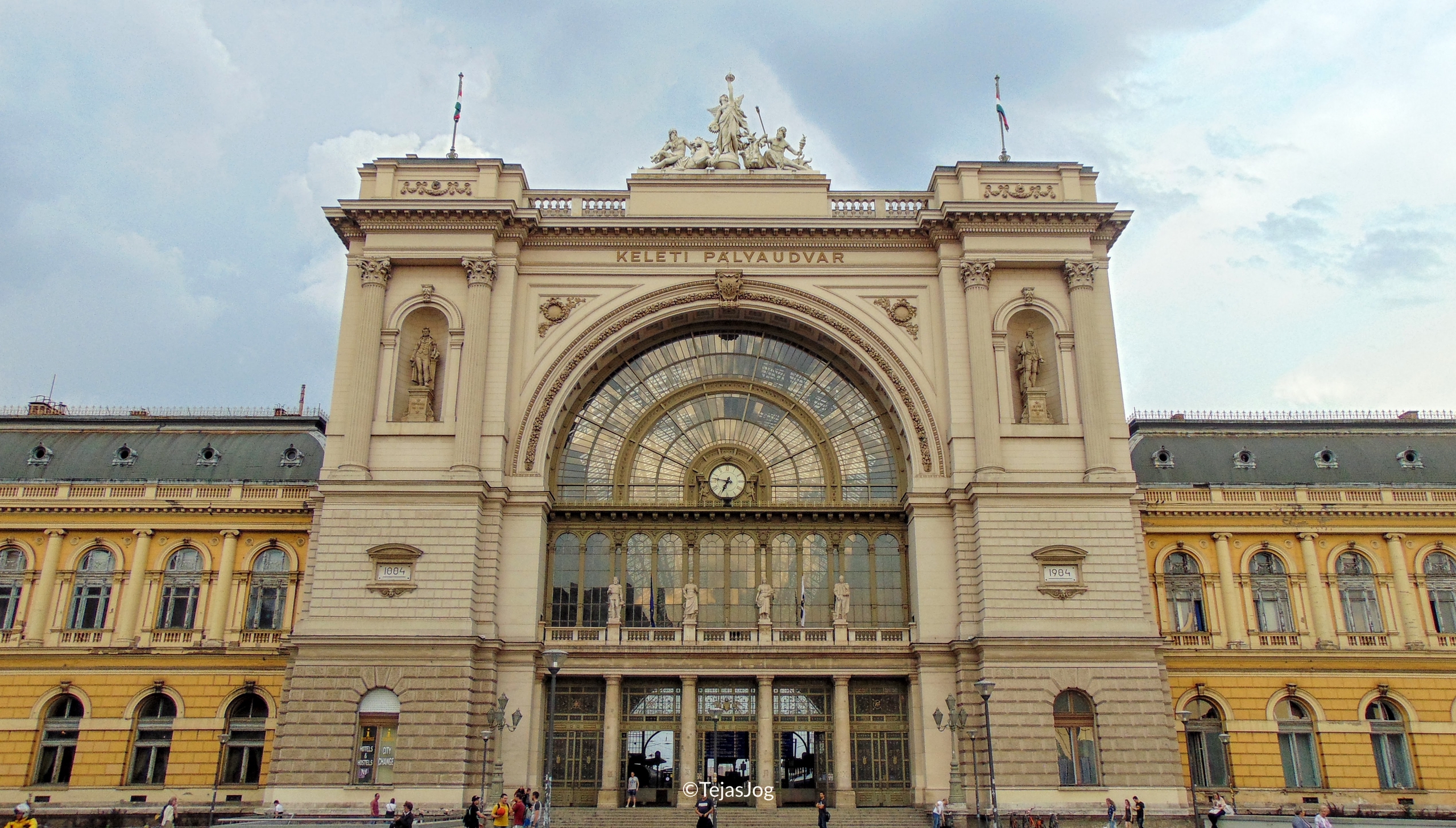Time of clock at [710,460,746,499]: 6:47
